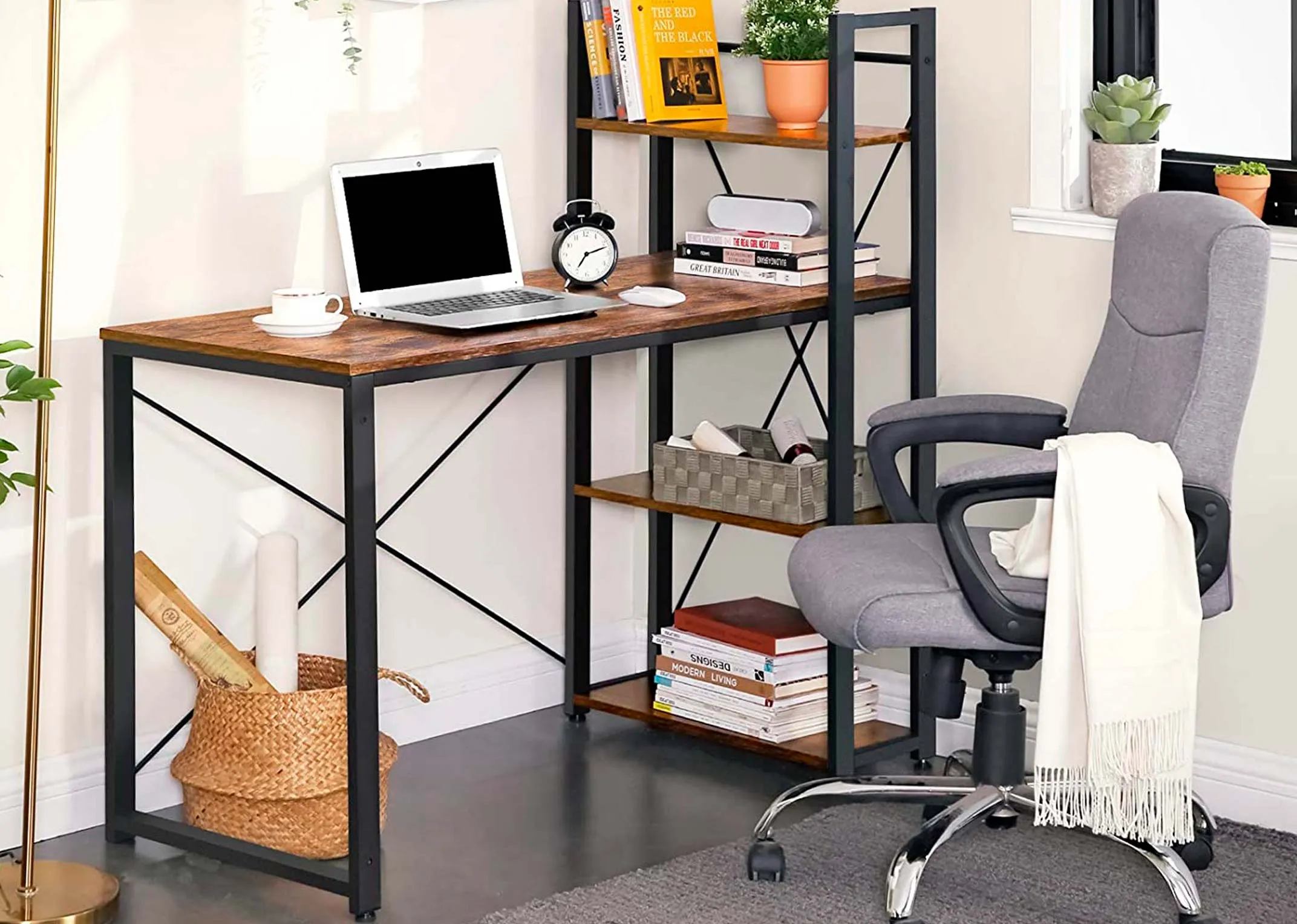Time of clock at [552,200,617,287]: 7:12
